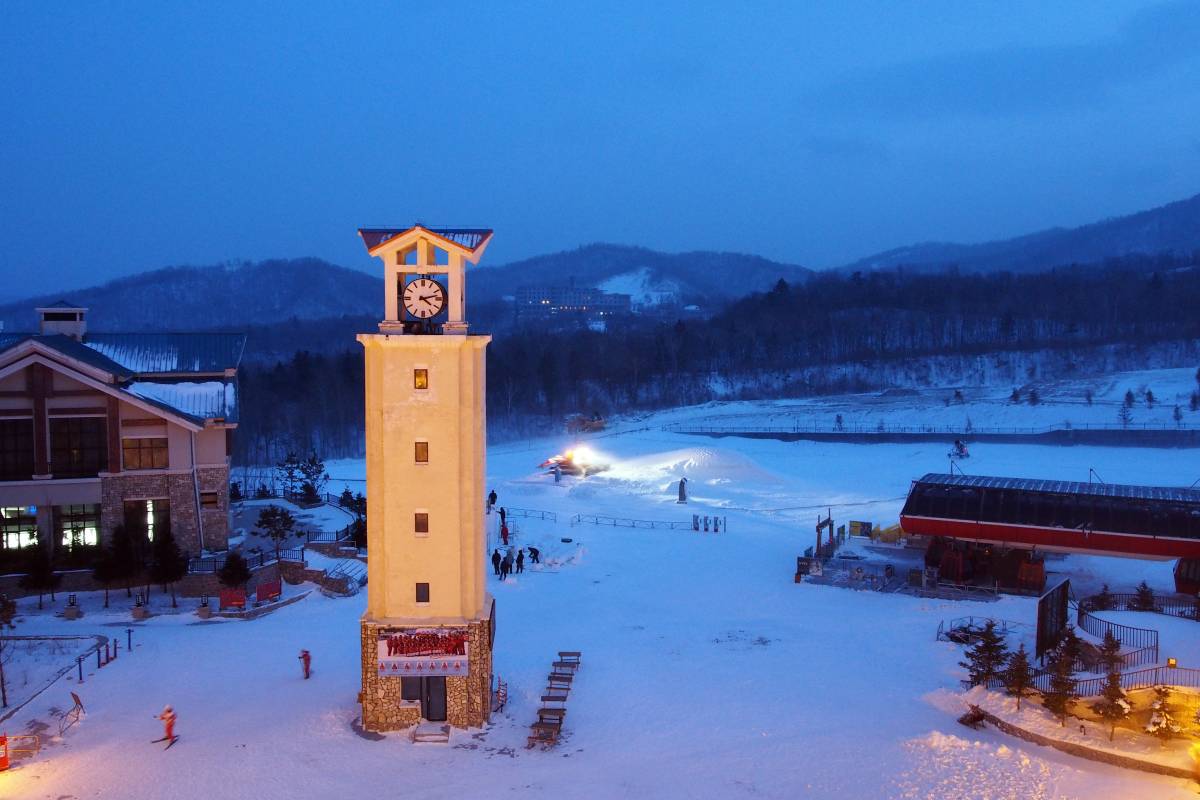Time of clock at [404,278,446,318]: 4:12
